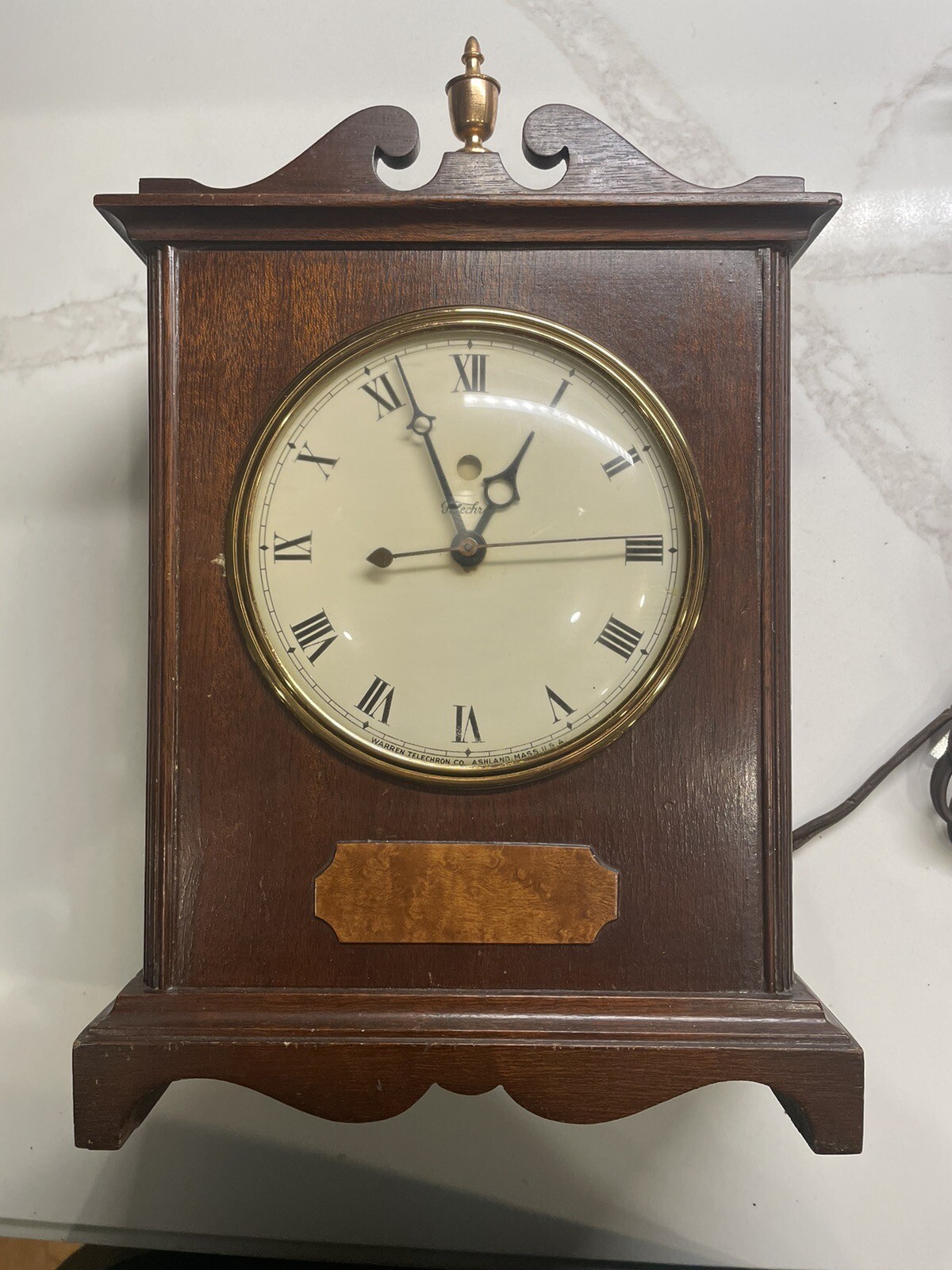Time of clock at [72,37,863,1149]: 12:56
